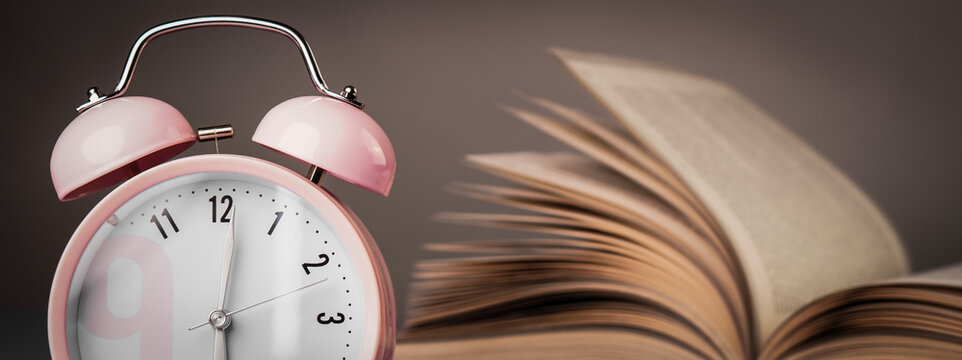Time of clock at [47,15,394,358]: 6:01
